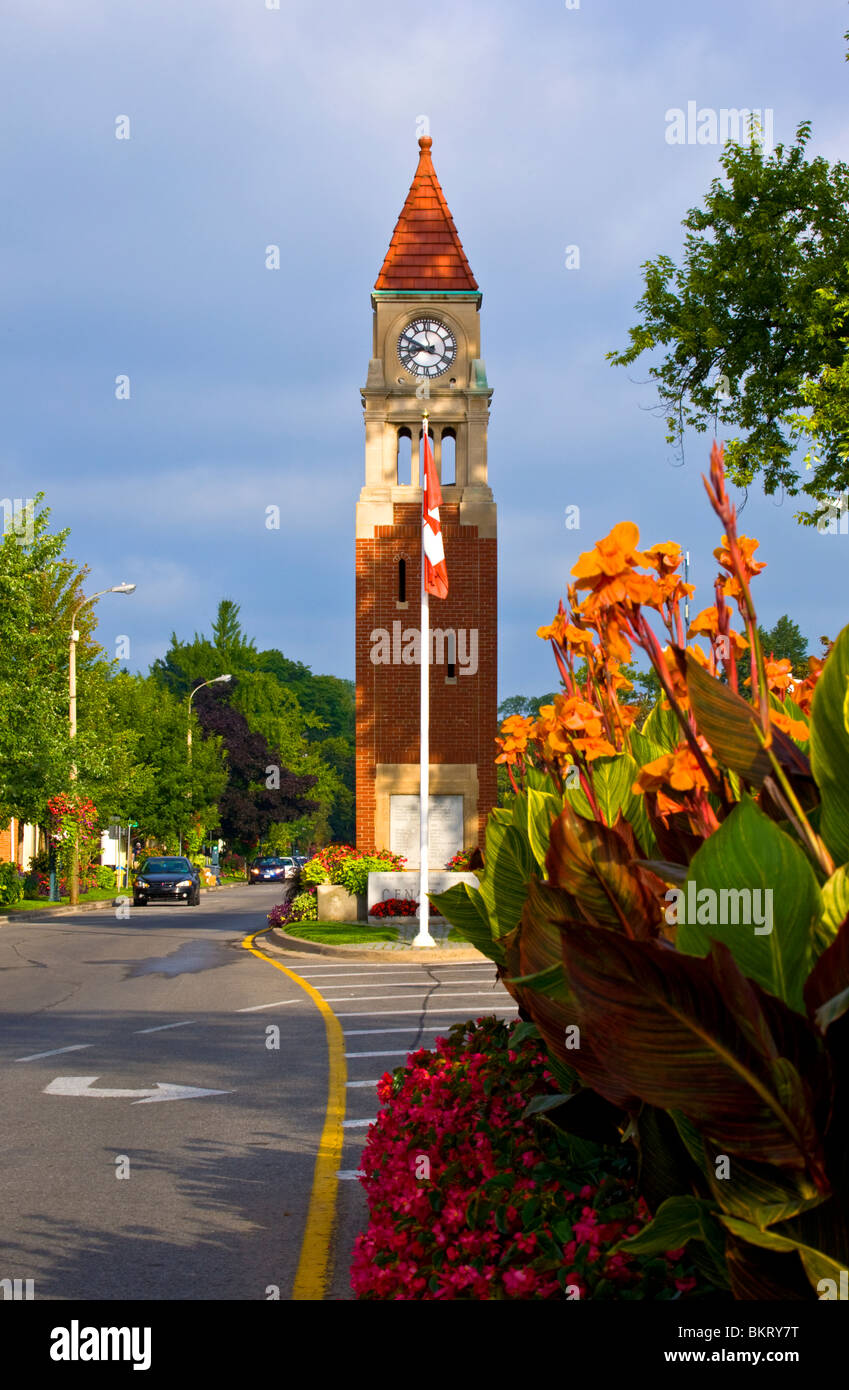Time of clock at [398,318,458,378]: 8:48
